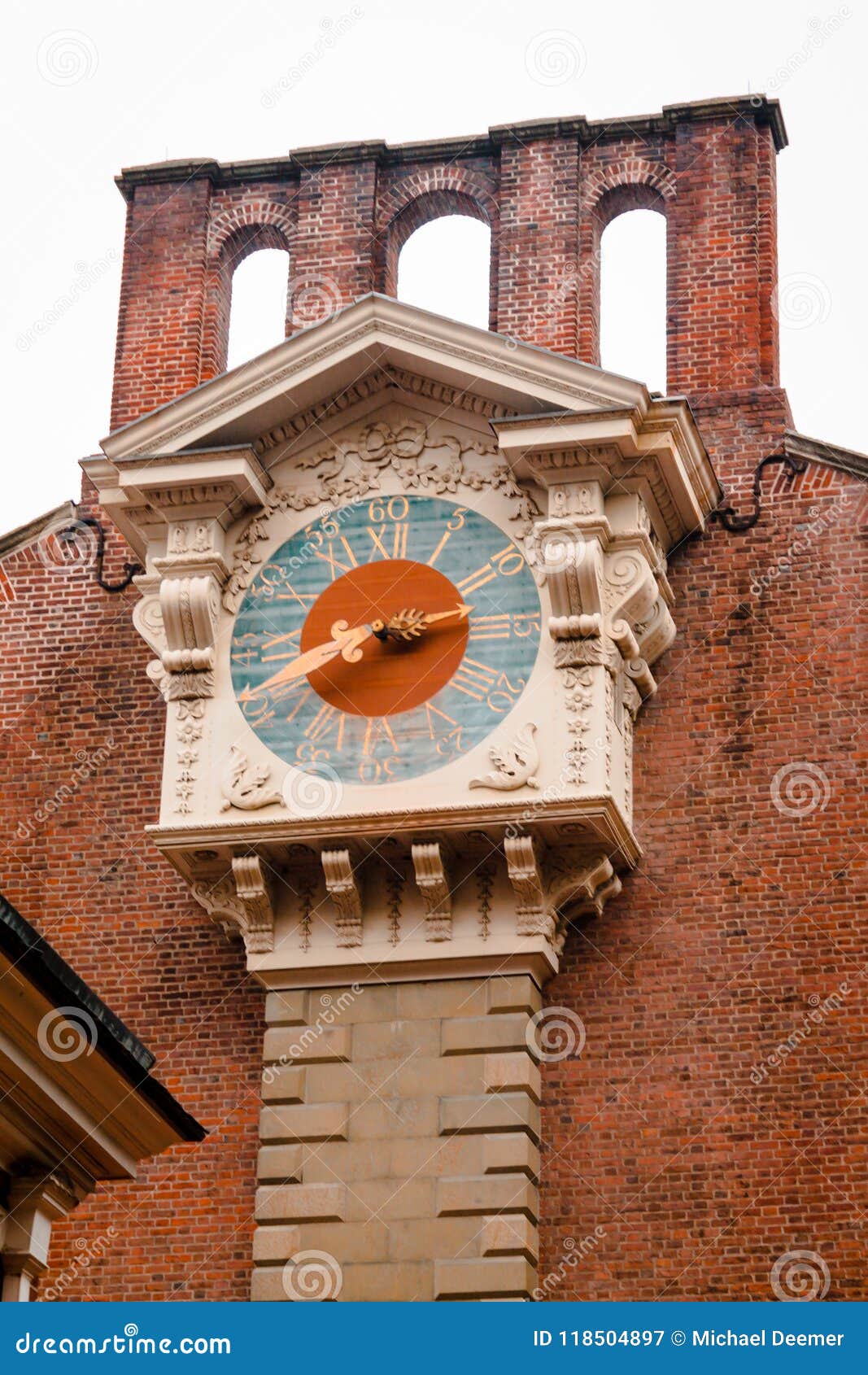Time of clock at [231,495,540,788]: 8:12
